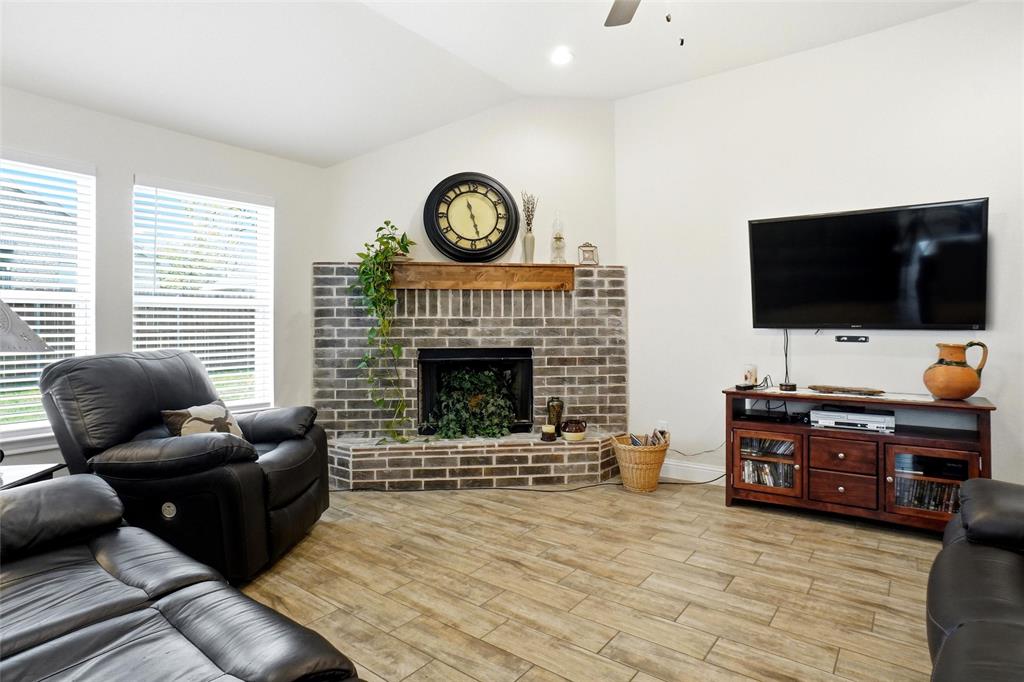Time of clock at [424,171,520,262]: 11:27
